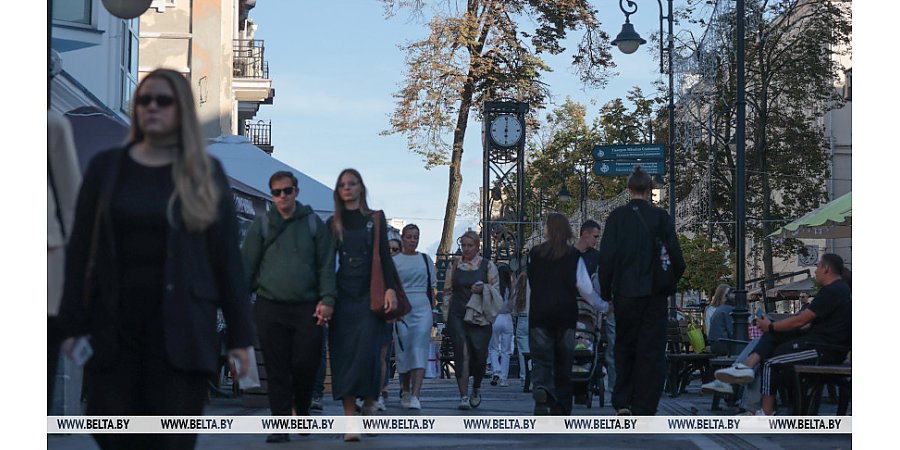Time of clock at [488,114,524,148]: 6:01
